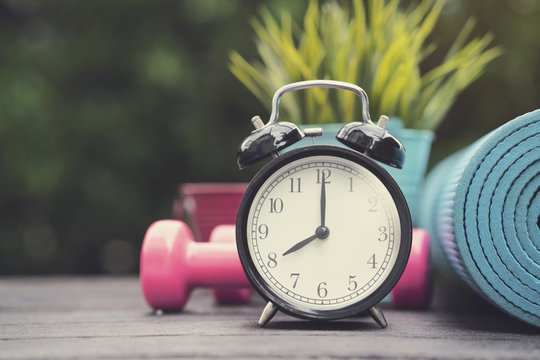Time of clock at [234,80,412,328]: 8:00
